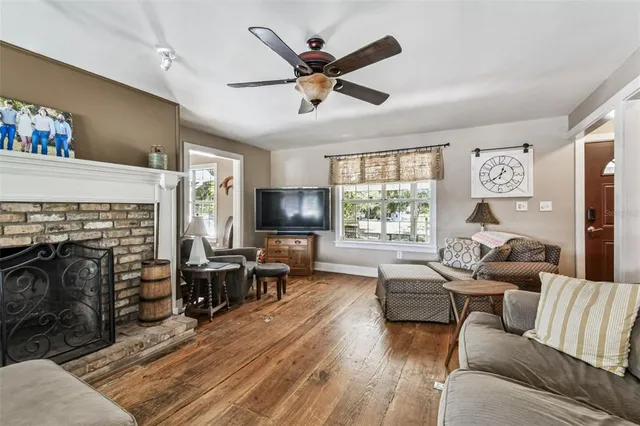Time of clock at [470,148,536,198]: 12:38
